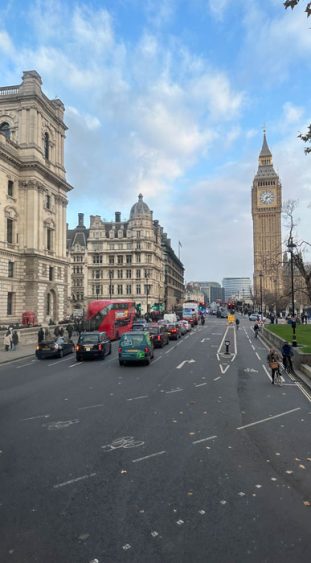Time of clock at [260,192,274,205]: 2:33
